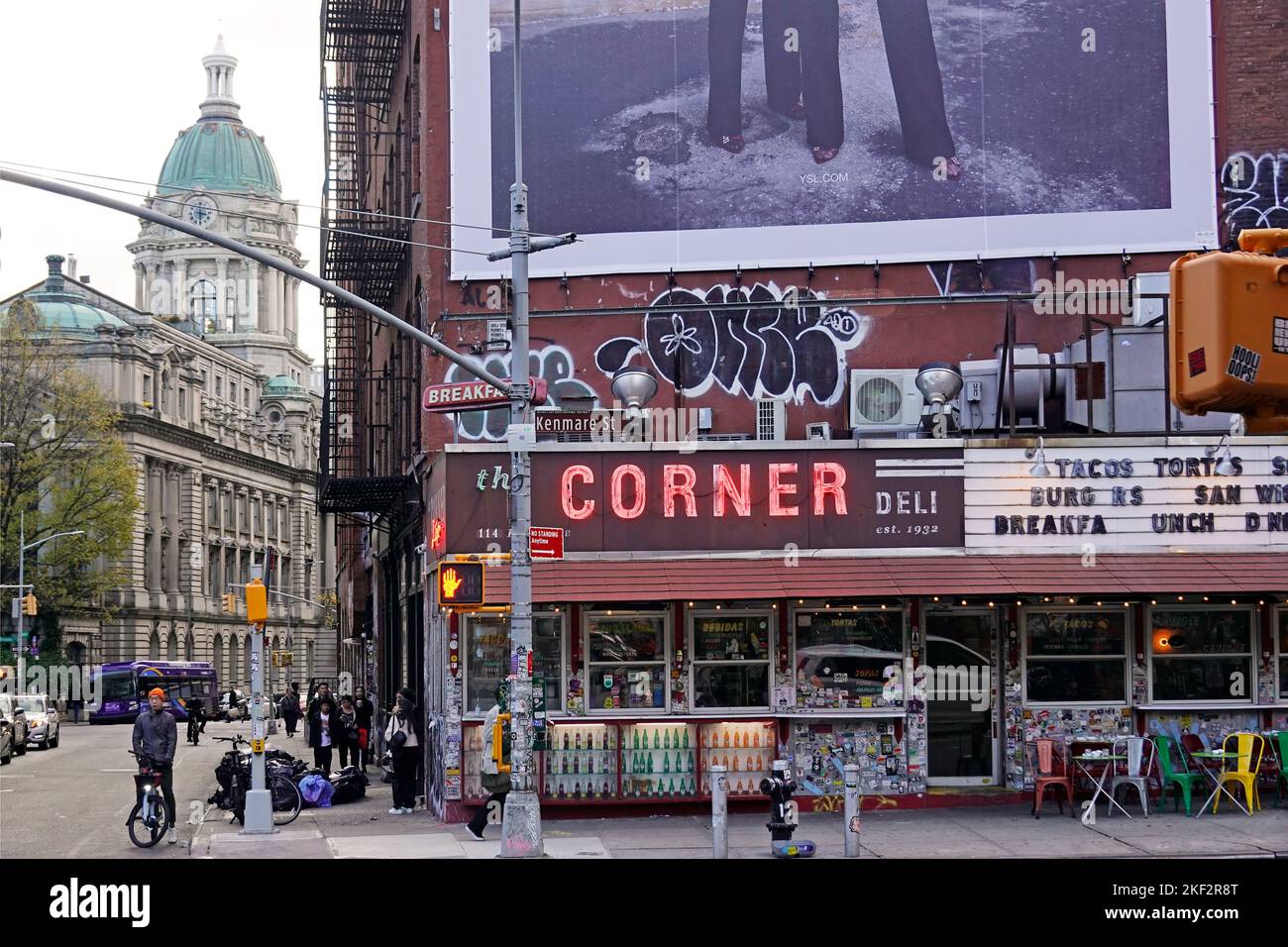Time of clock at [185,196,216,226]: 3:29
